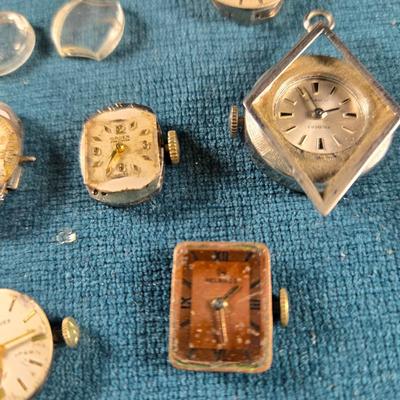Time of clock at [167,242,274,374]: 1:28
